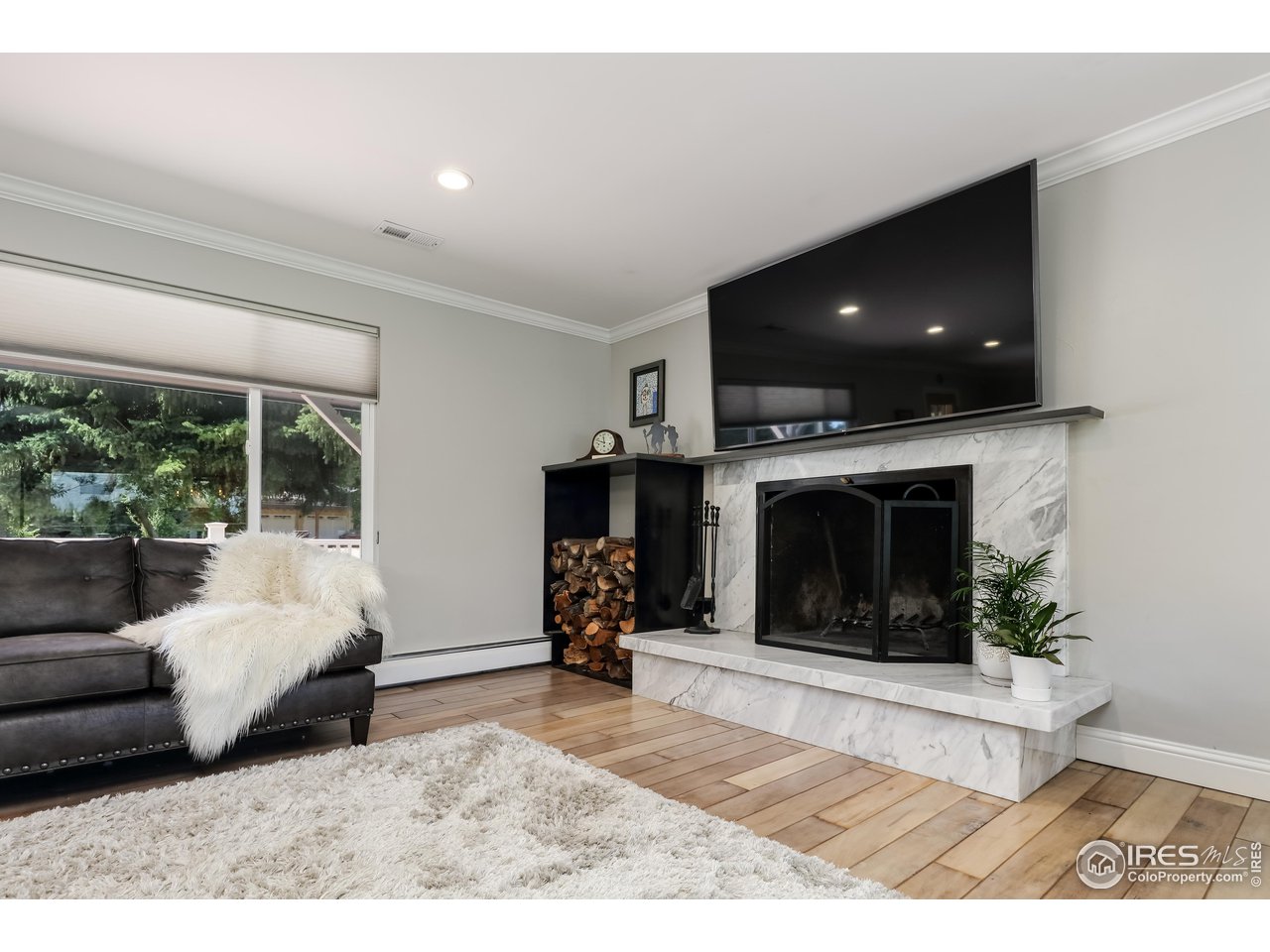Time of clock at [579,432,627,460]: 11:48
